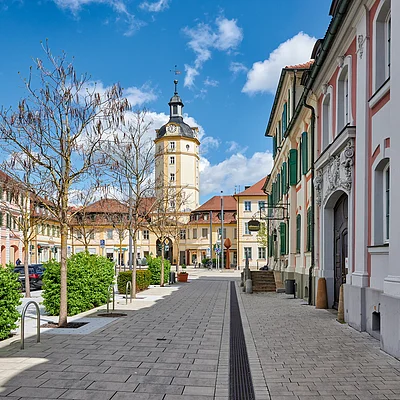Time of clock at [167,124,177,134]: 11:02
